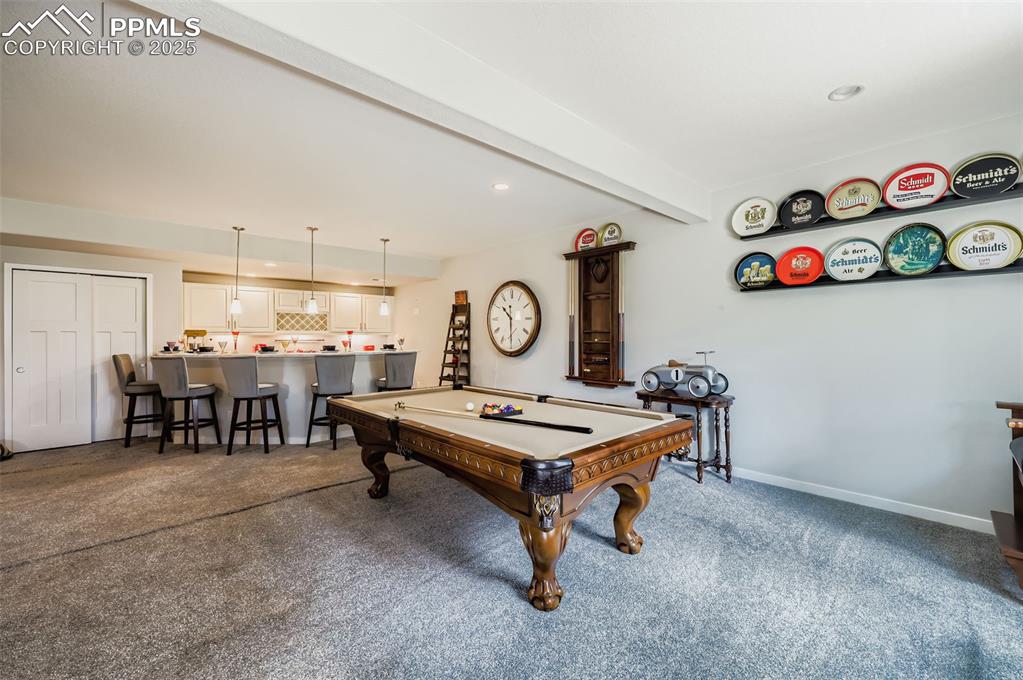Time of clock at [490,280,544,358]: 10:29
